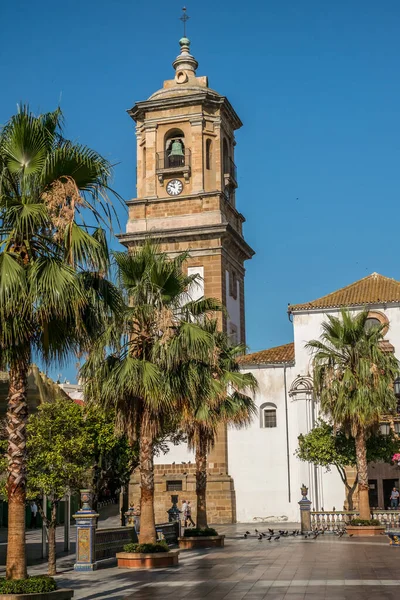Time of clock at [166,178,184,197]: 9:57
